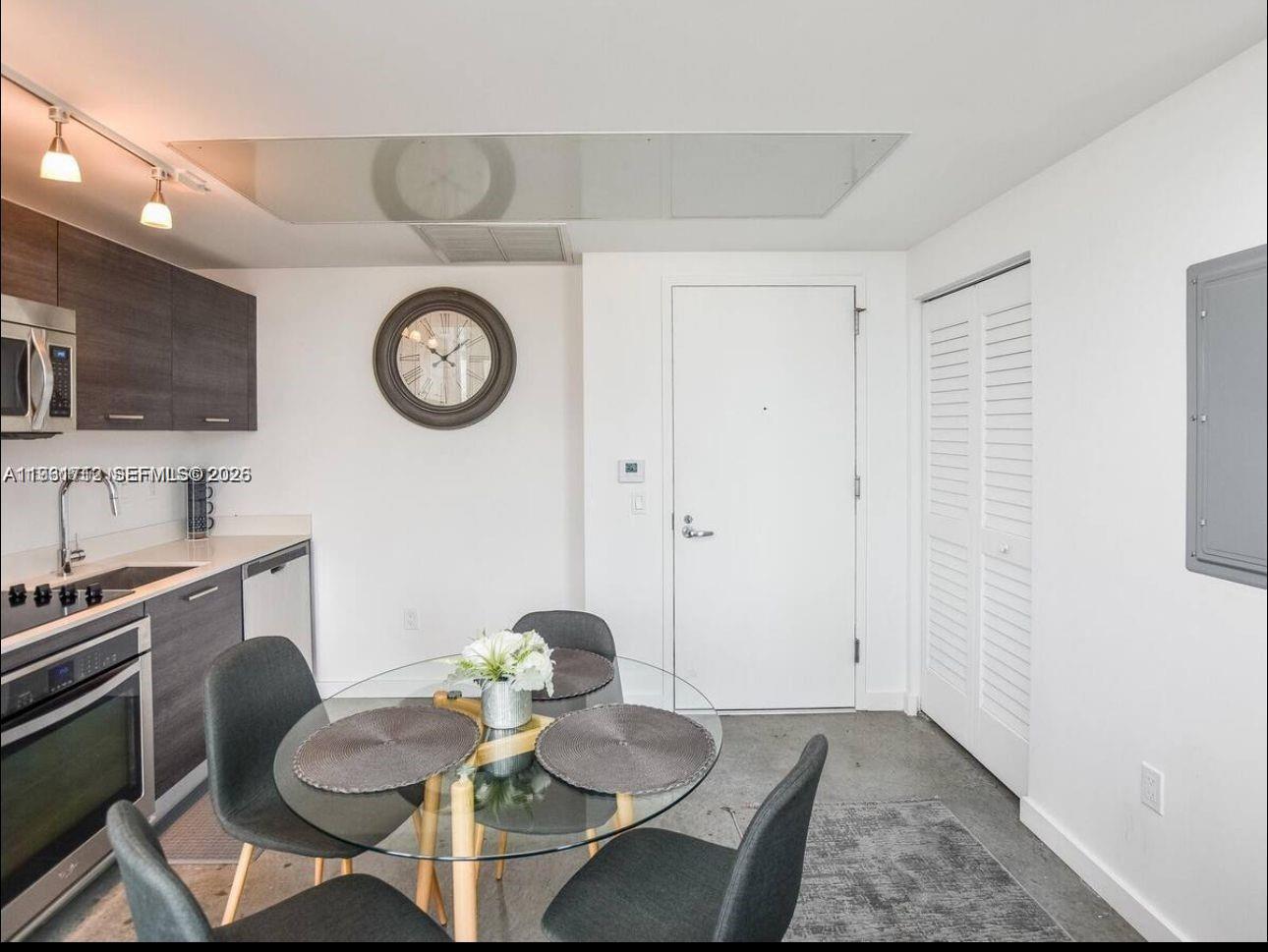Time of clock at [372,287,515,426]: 10:07
